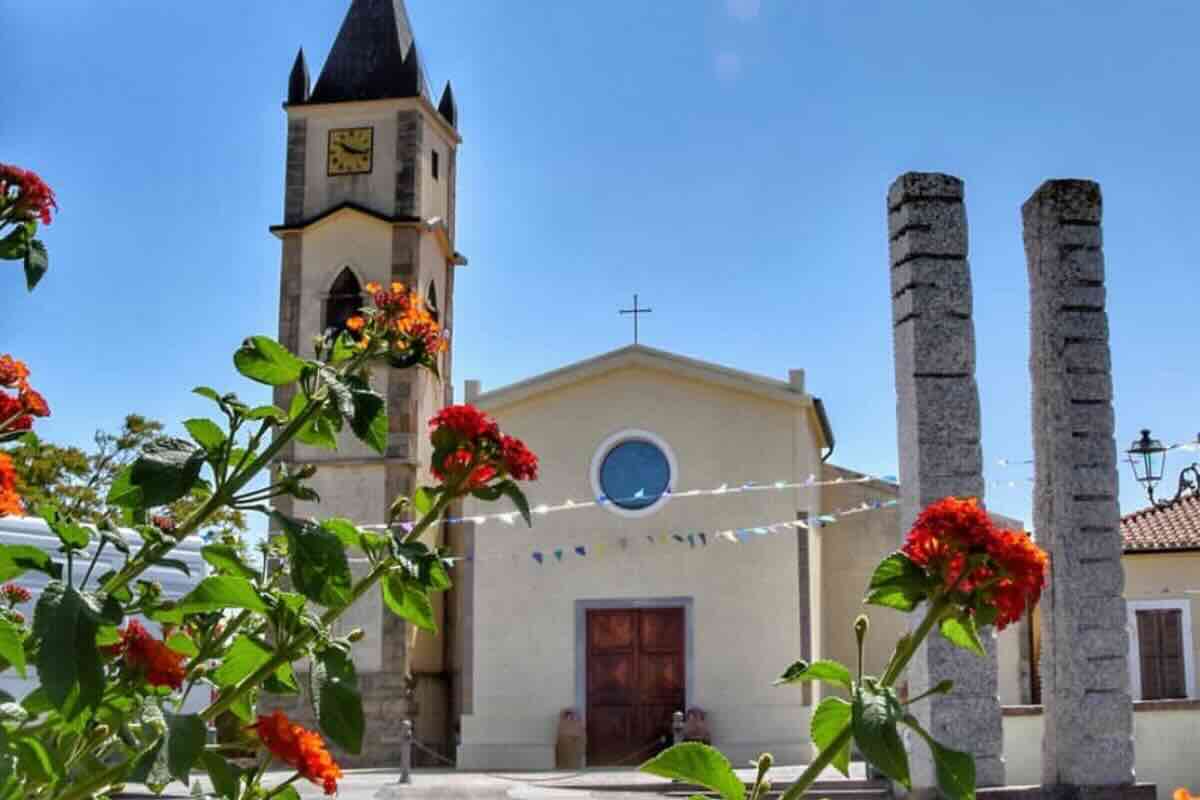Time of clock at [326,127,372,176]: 10:17
